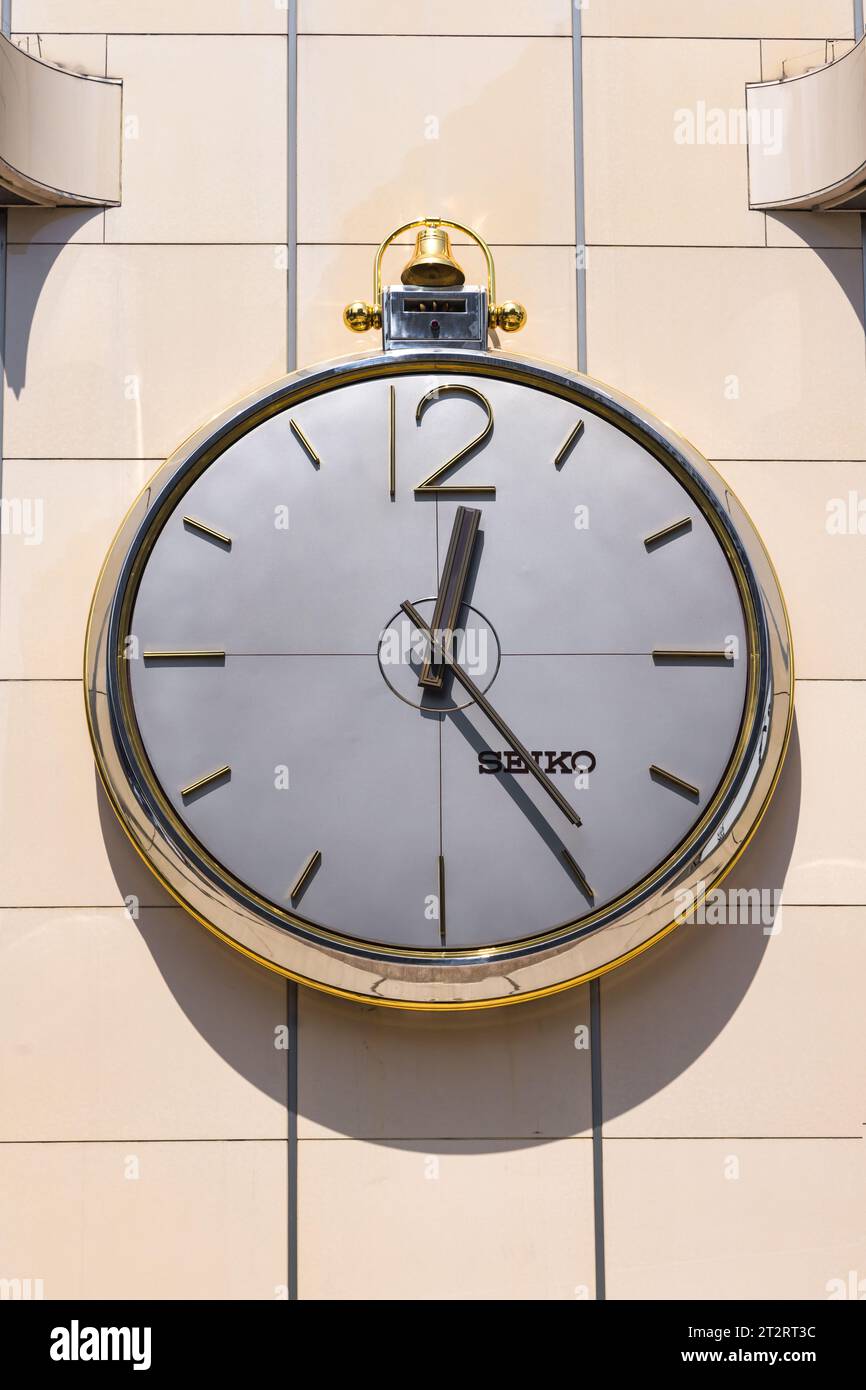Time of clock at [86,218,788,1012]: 12:24
